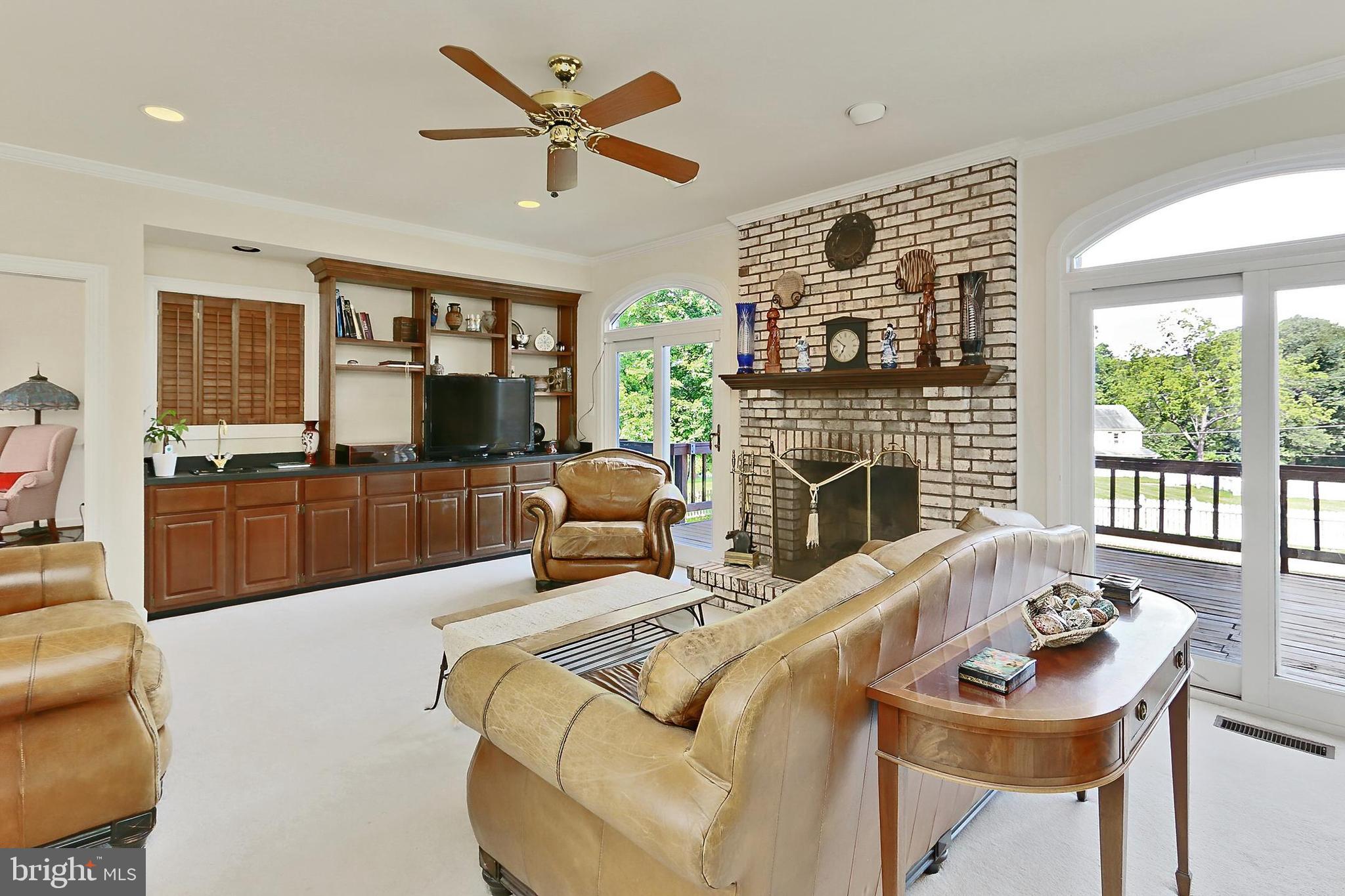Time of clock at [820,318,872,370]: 6:50
